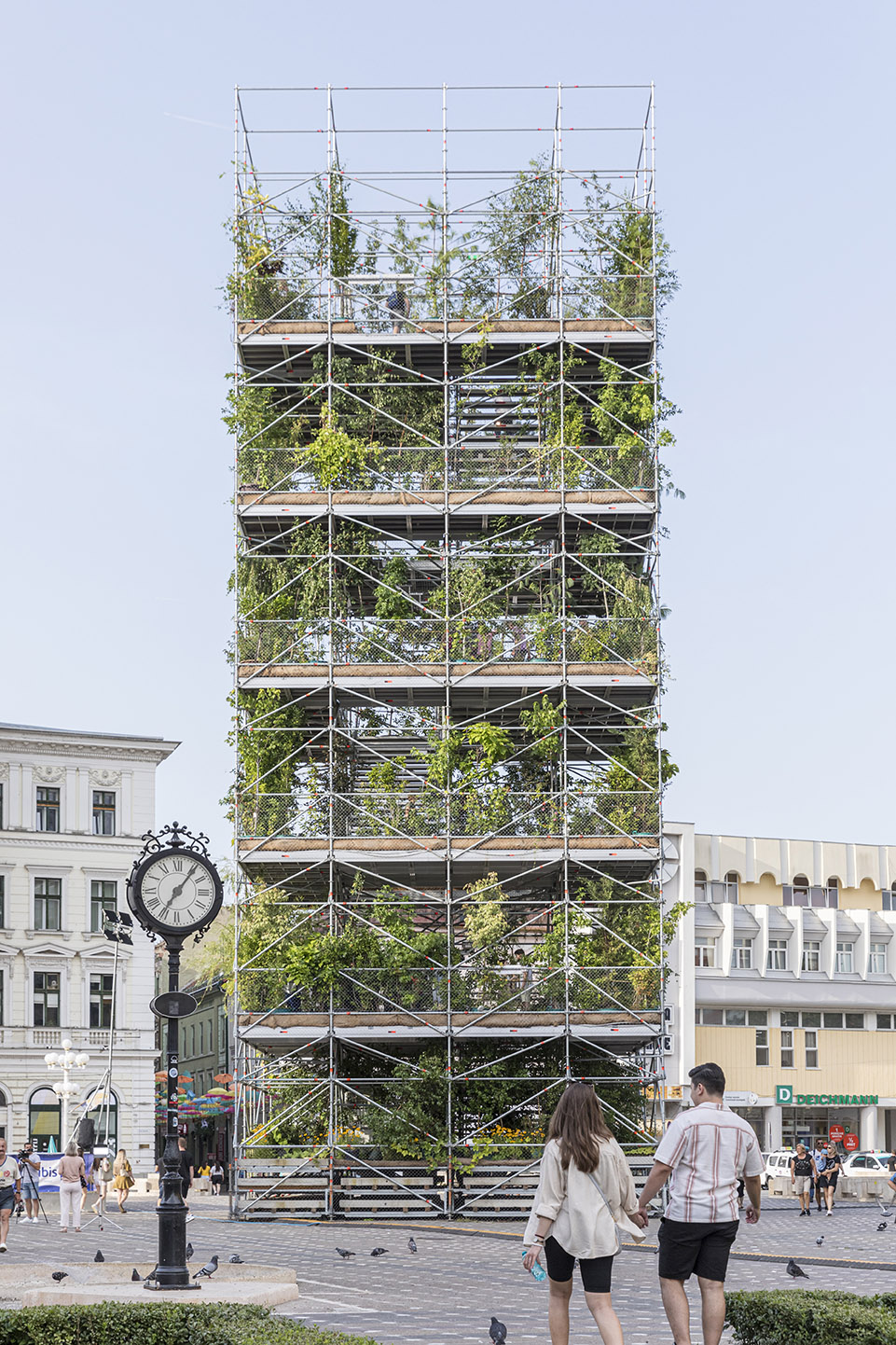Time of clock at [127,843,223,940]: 7:06
